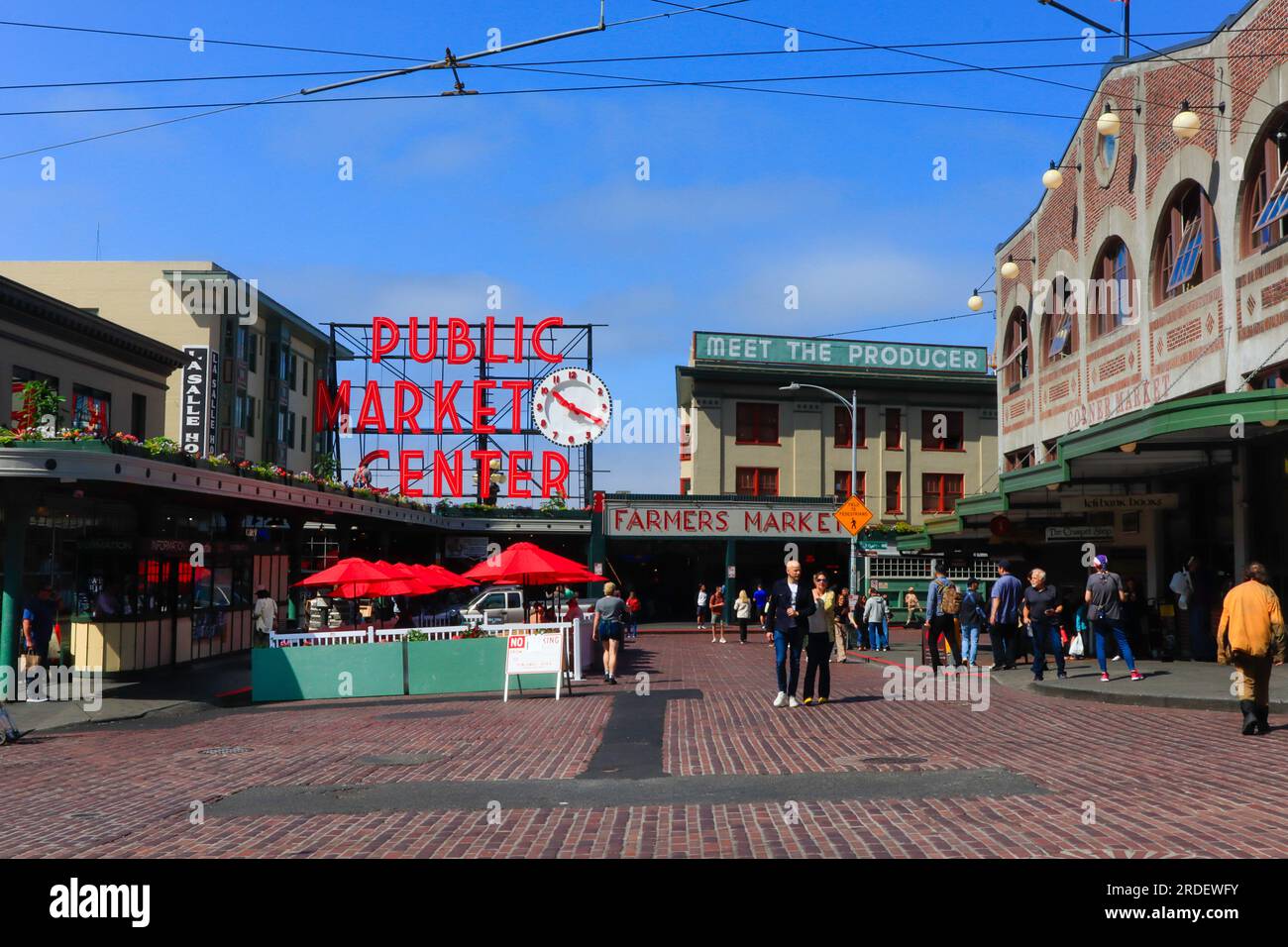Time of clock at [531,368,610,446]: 10:19
